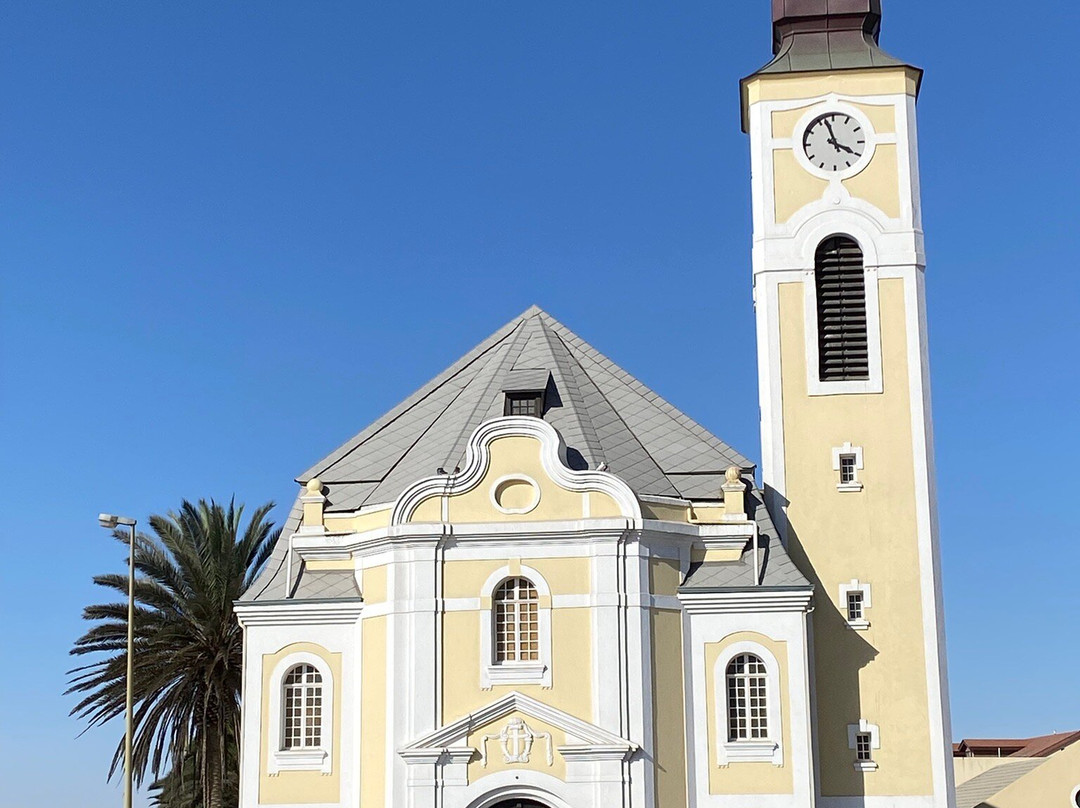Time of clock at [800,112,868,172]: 3:57
